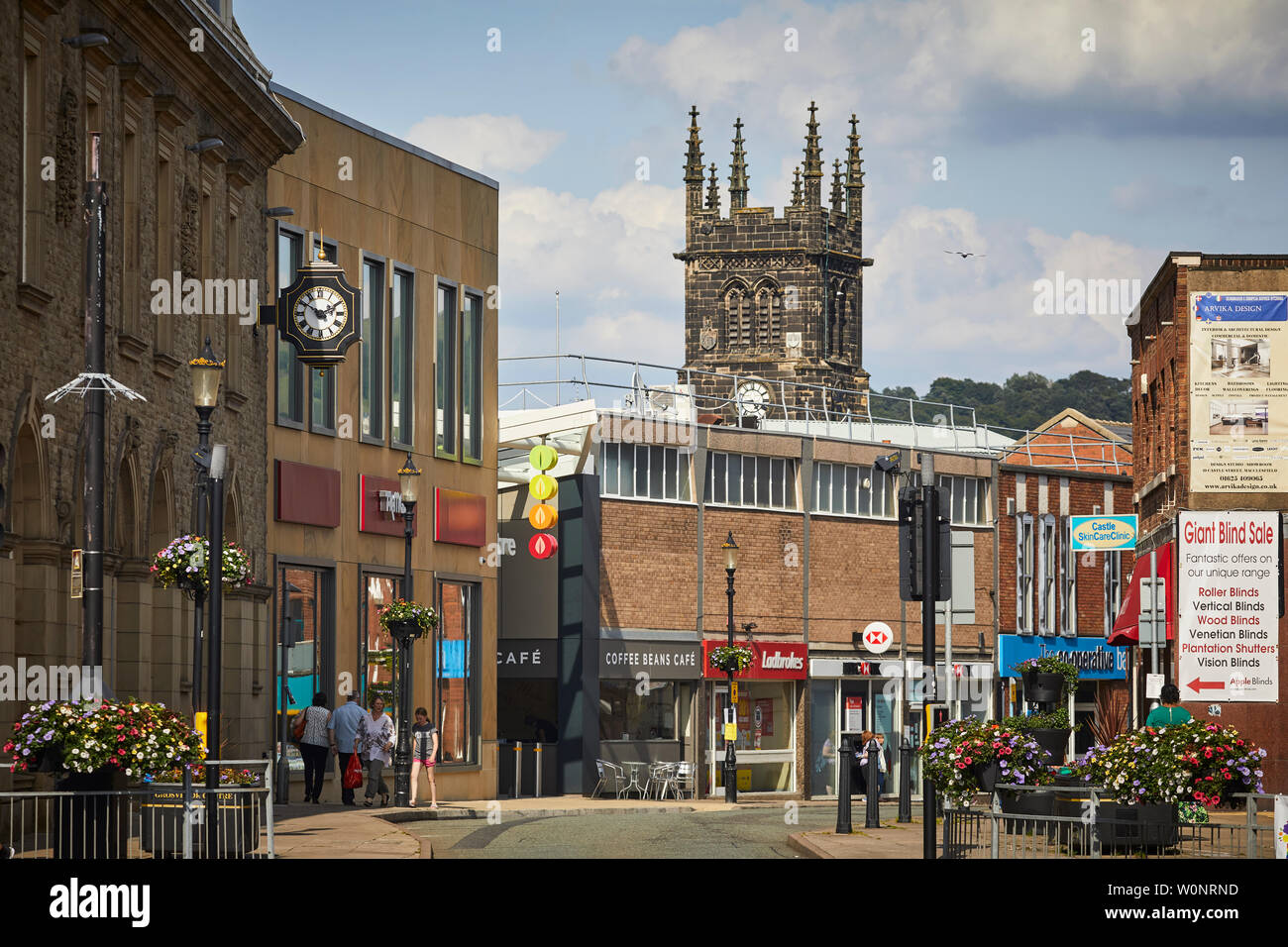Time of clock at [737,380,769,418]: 4:44
